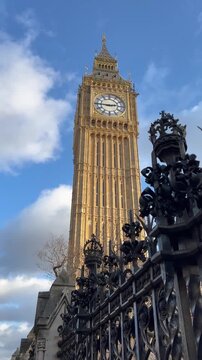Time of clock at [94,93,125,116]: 2:45
